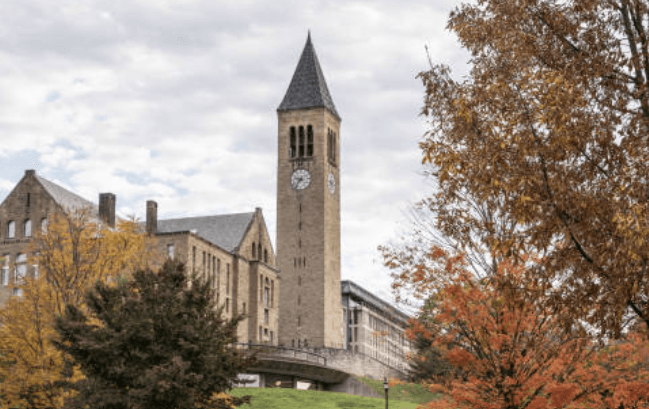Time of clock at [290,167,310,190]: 9:36
